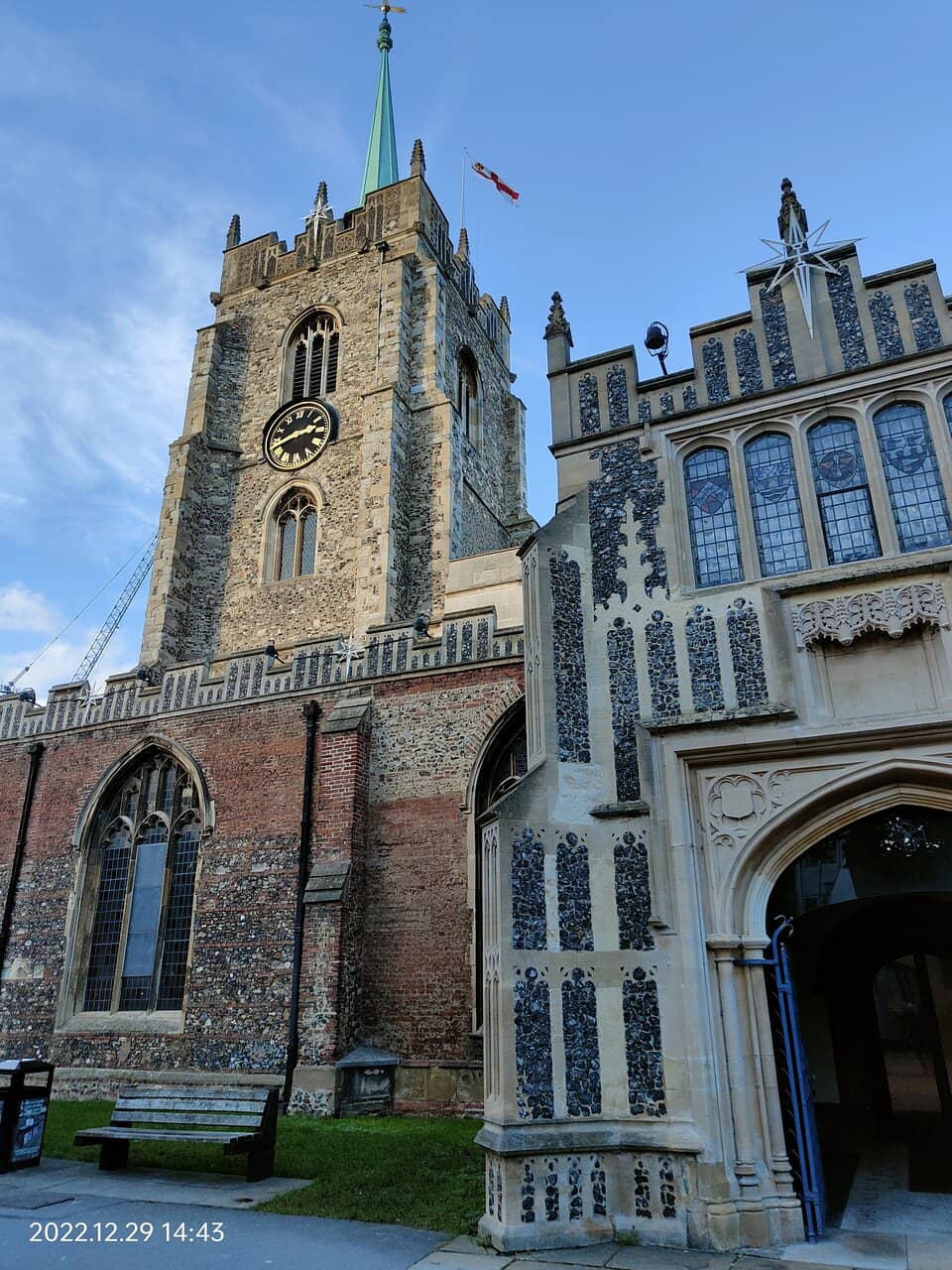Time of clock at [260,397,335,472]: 2:42
